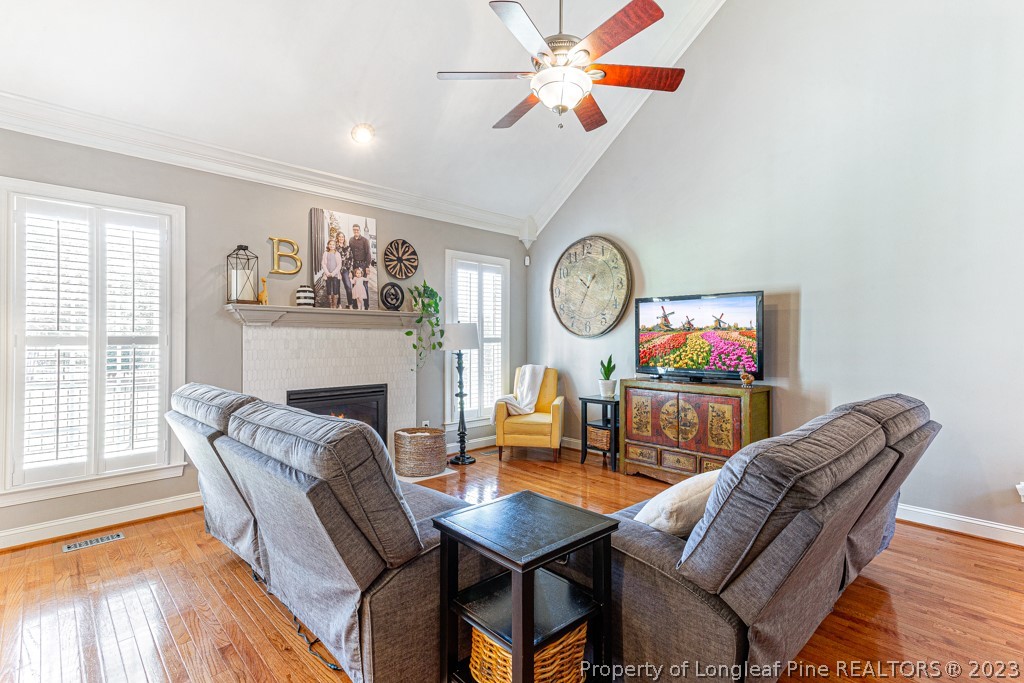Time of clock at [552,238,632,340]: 10:34
